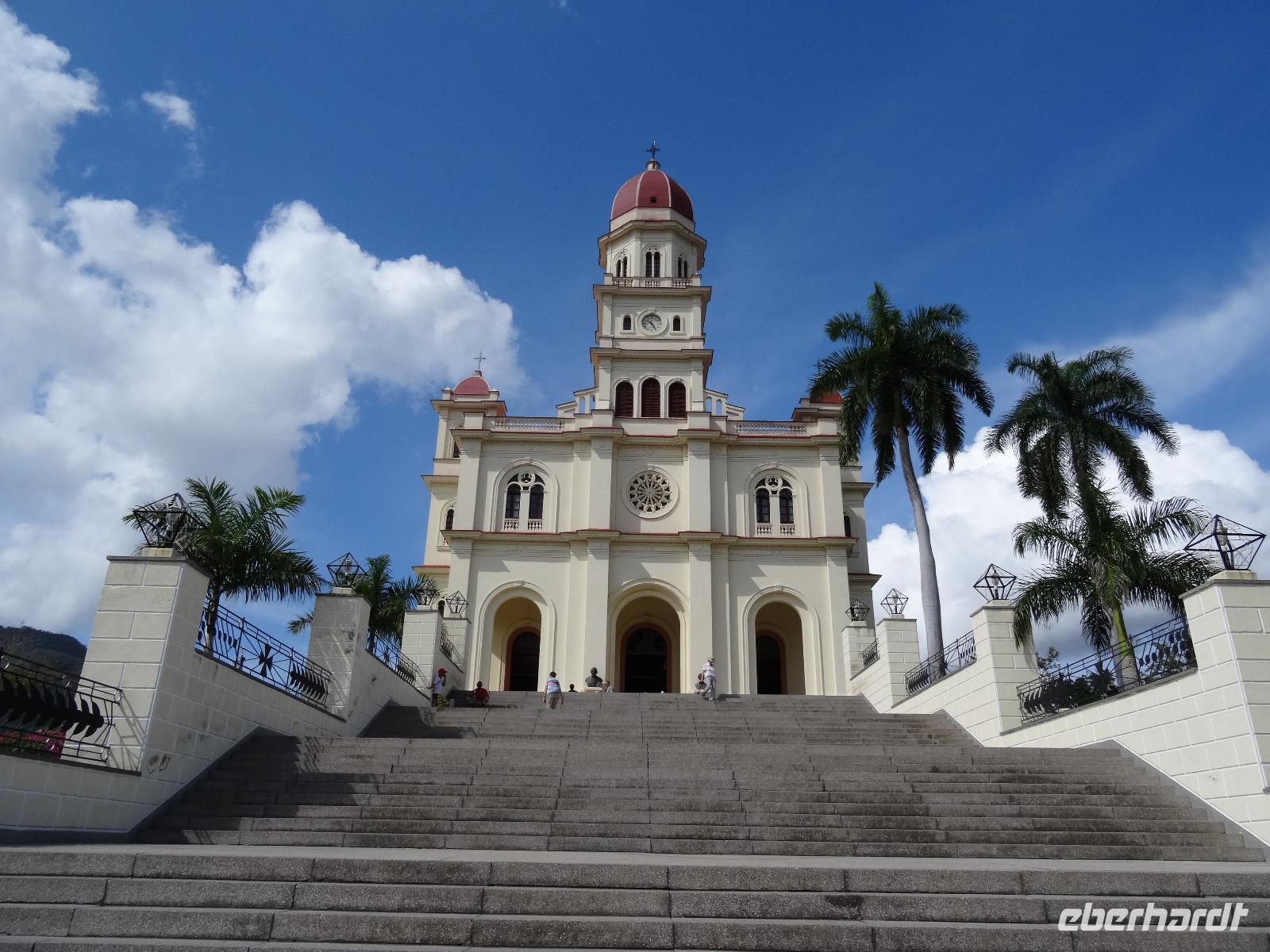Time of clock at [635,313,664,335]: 10:25
